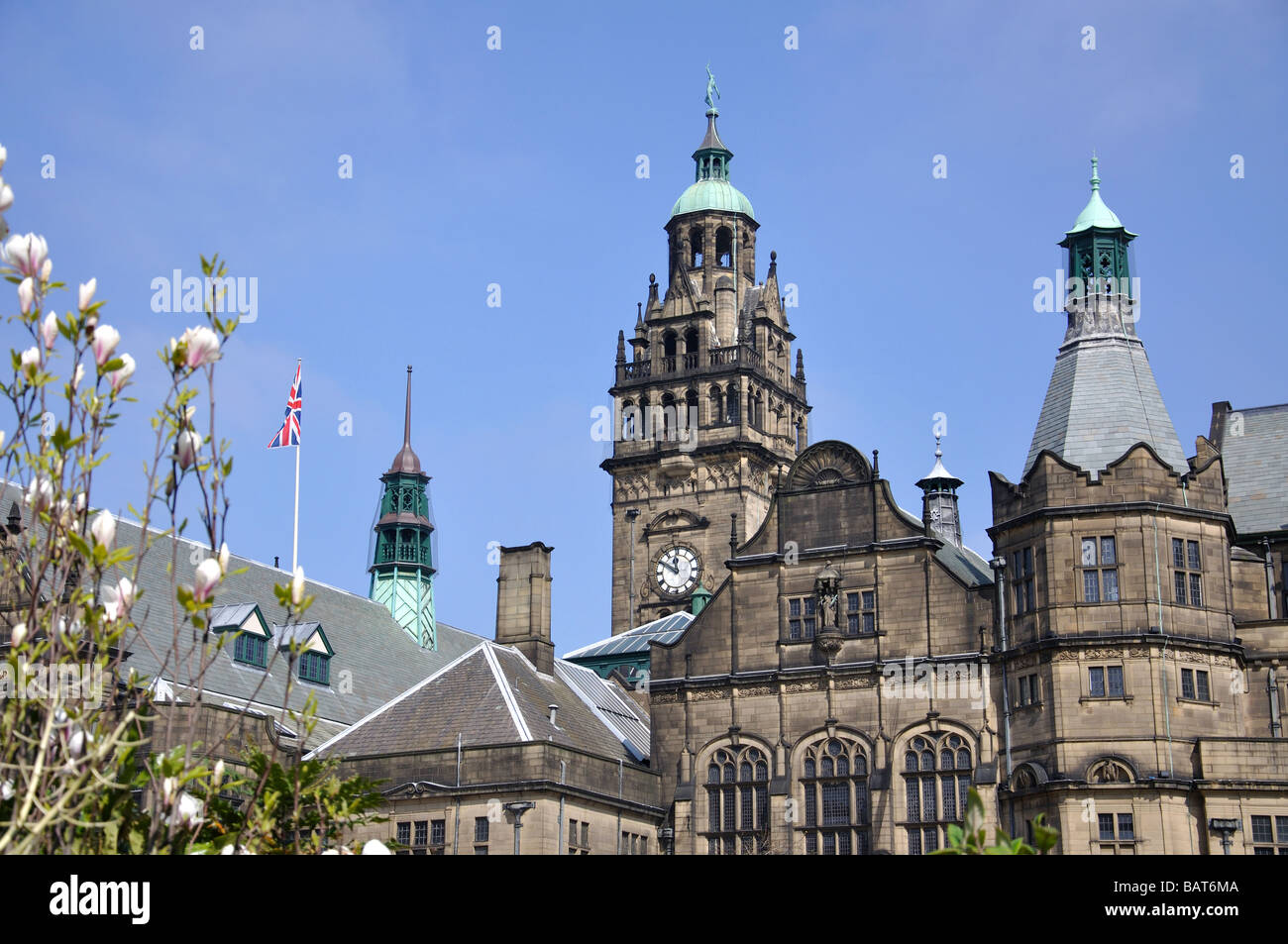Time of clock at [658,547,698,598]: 11:50
